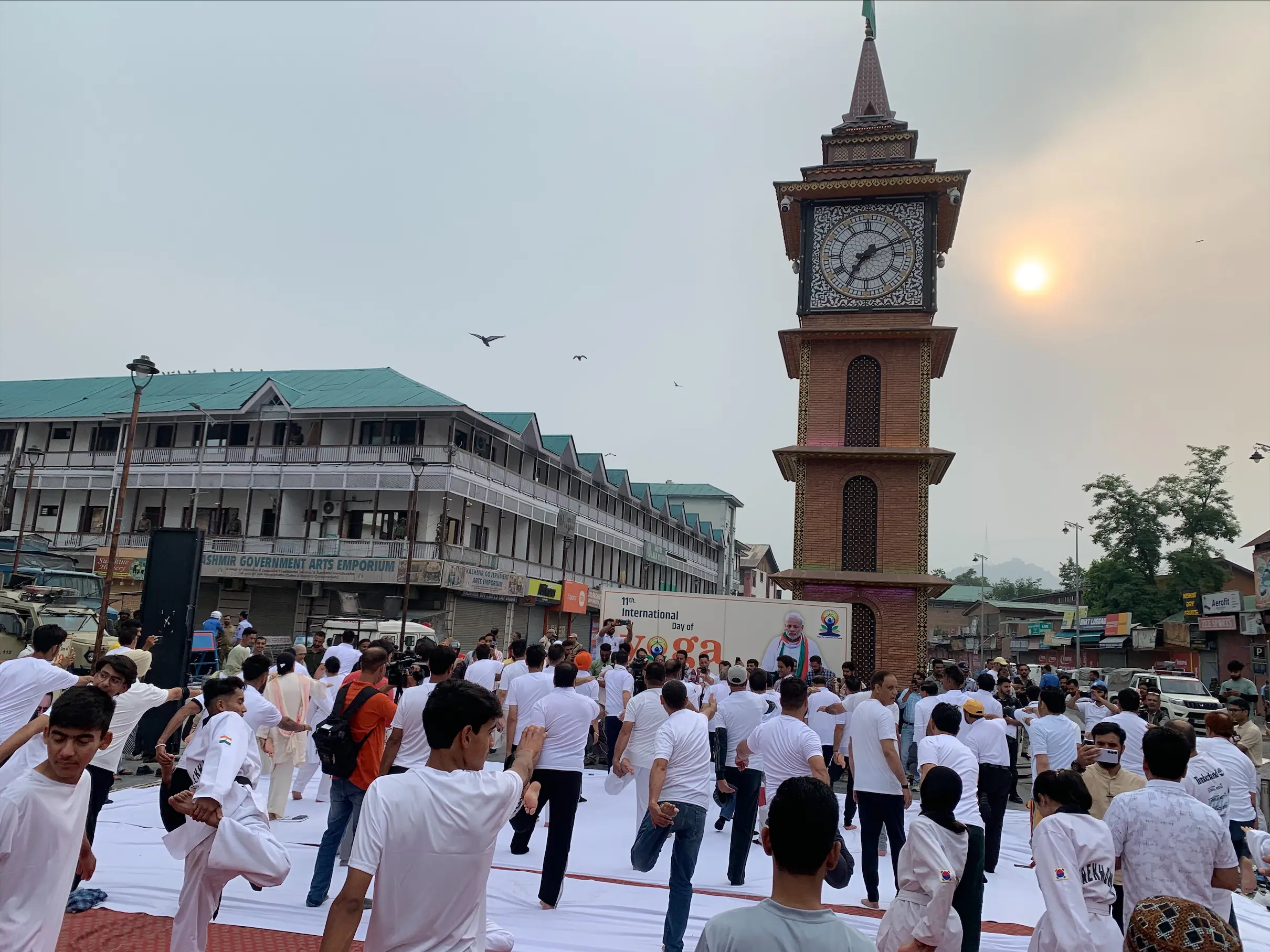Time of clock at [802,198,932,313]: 7:11
